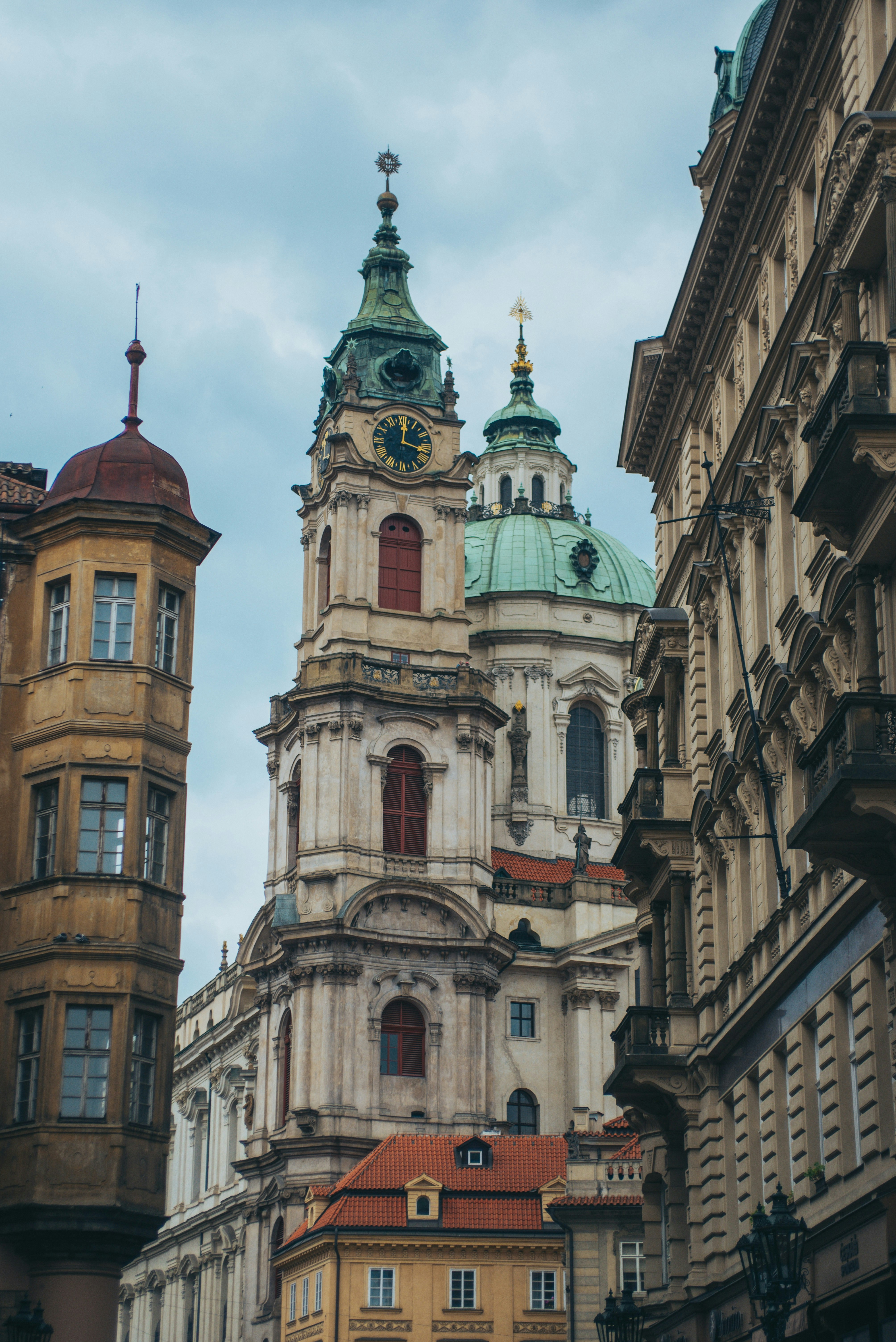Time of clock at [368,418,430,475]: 12:16
